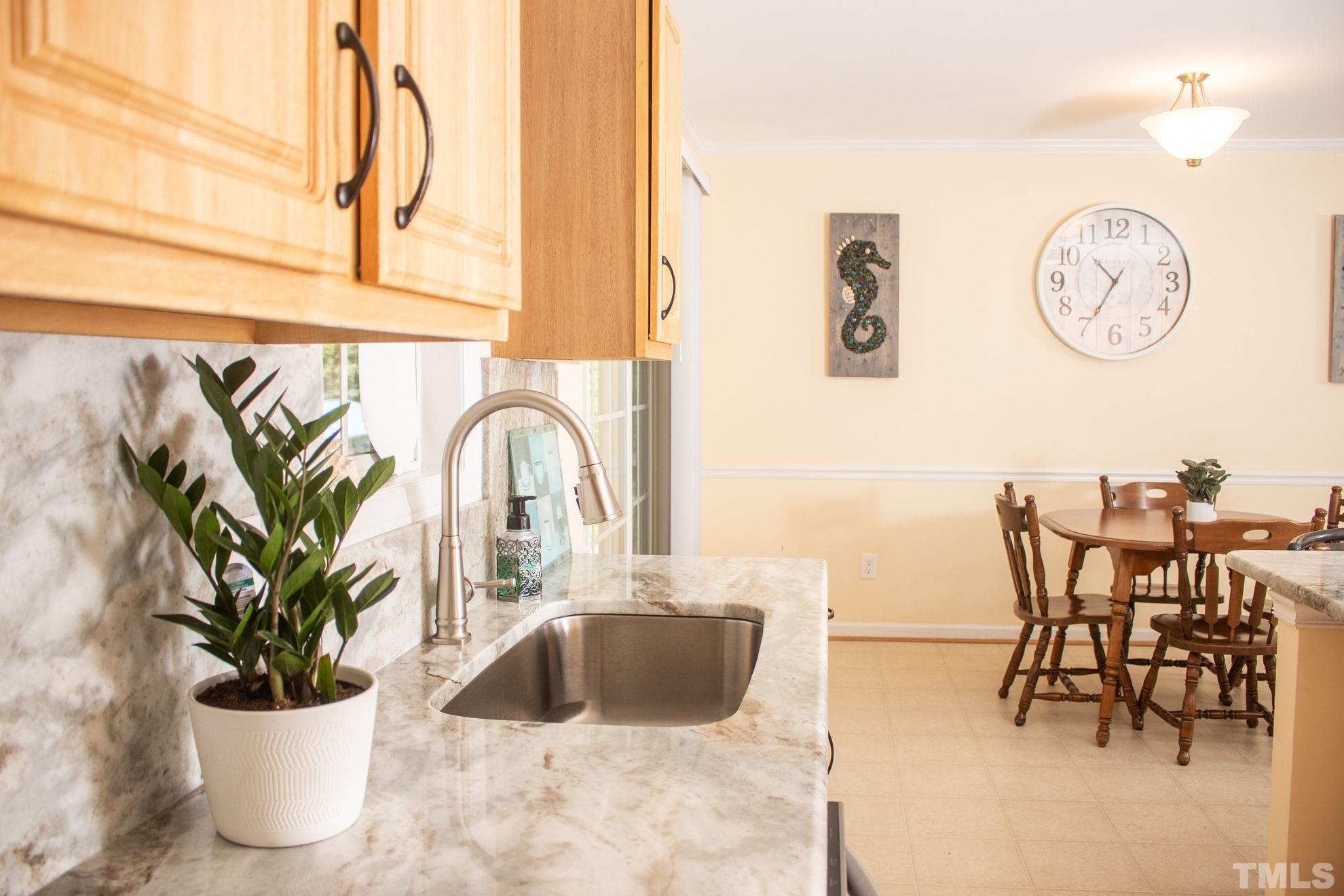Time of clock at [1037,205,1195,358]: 10:34
